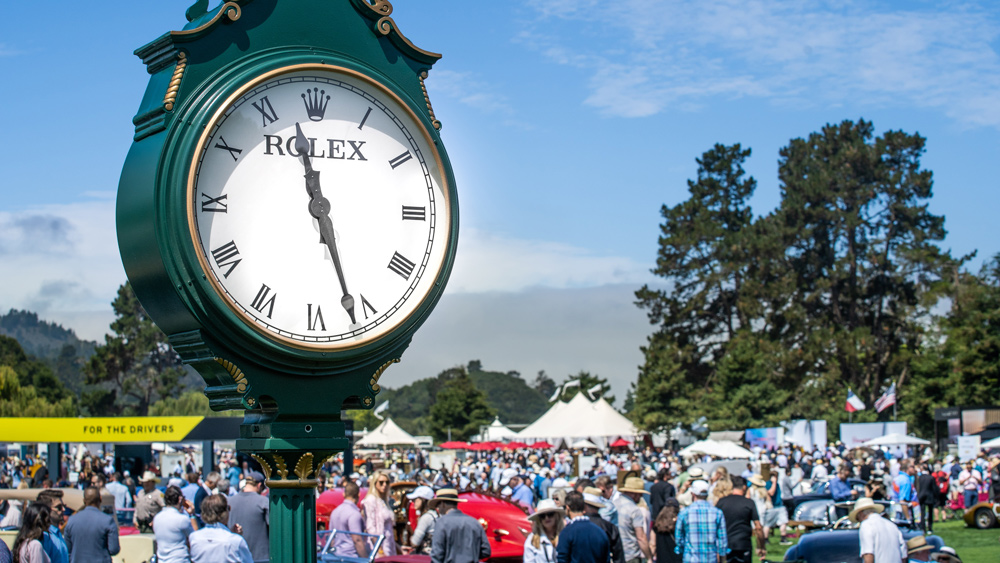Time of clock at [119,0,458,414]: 11:26
